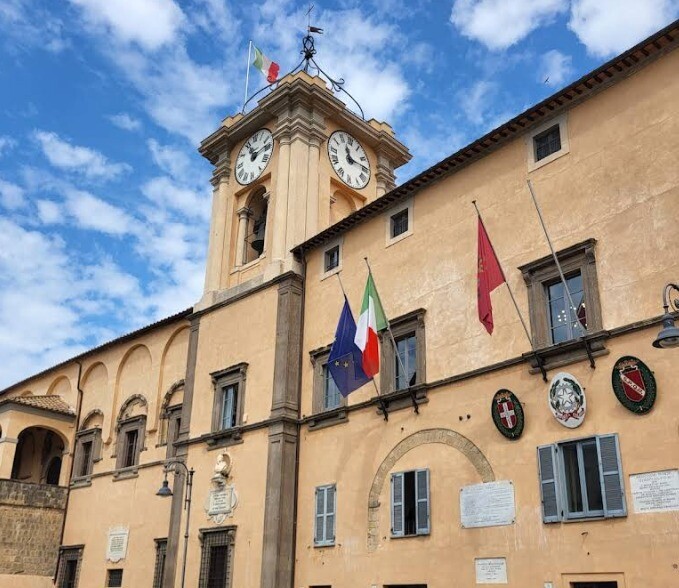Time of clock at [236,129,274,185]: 11:13
